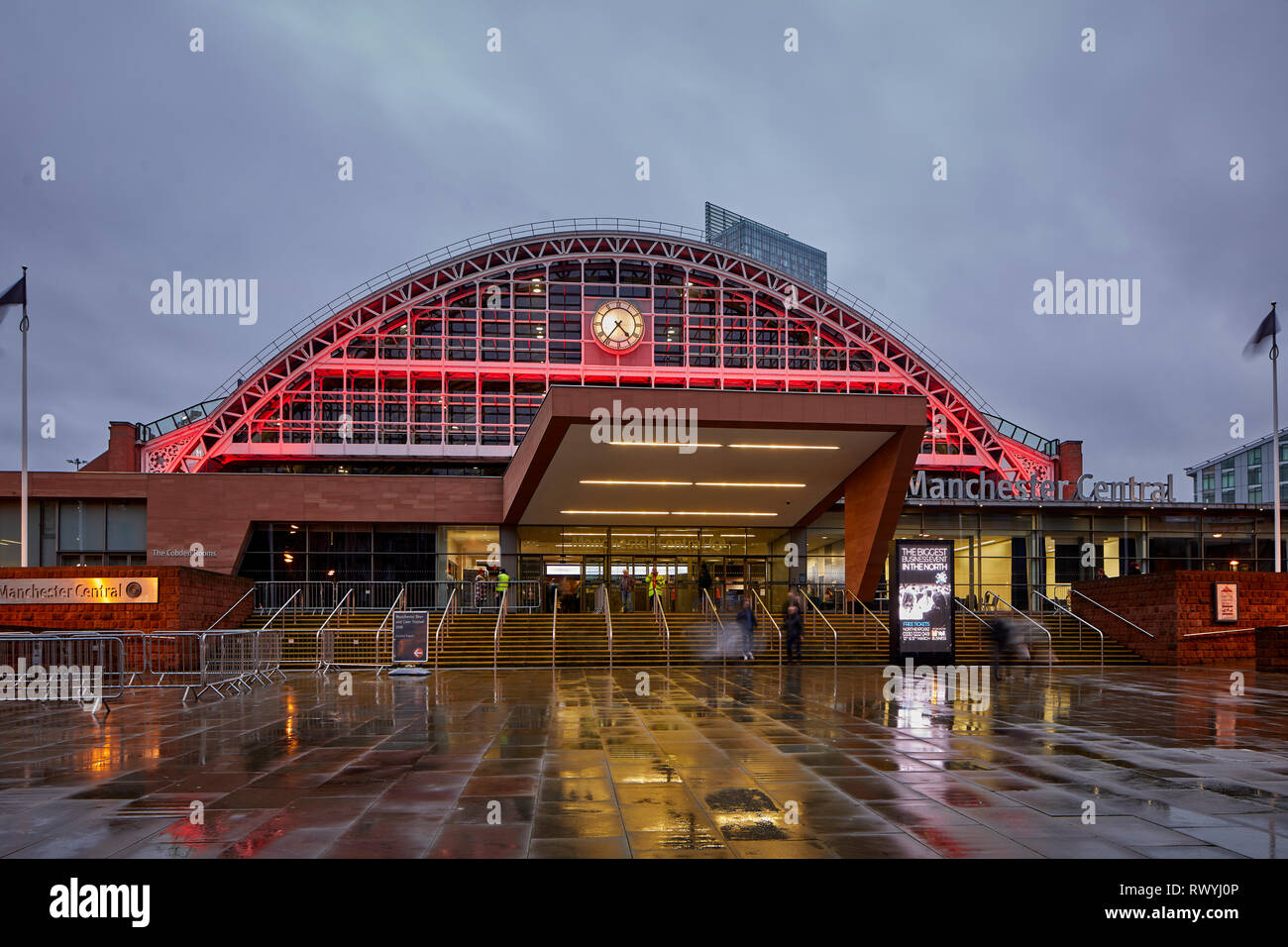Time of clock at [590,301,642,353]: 4:36
